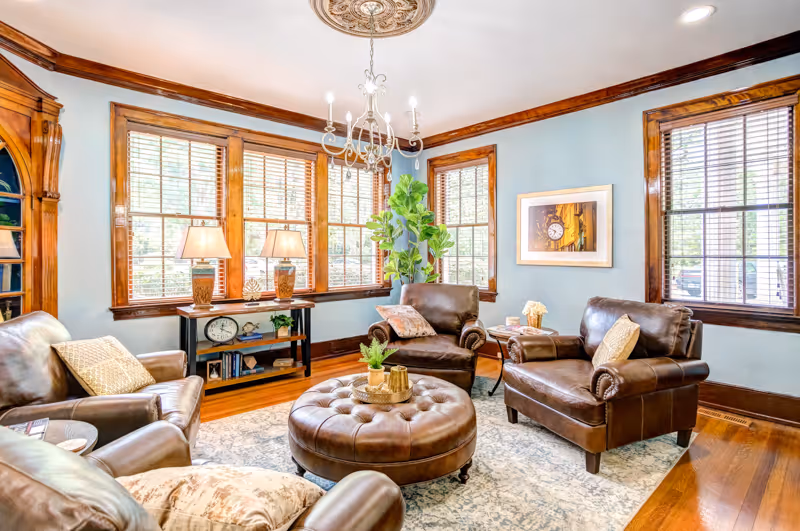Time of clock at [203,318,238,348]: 12:20
